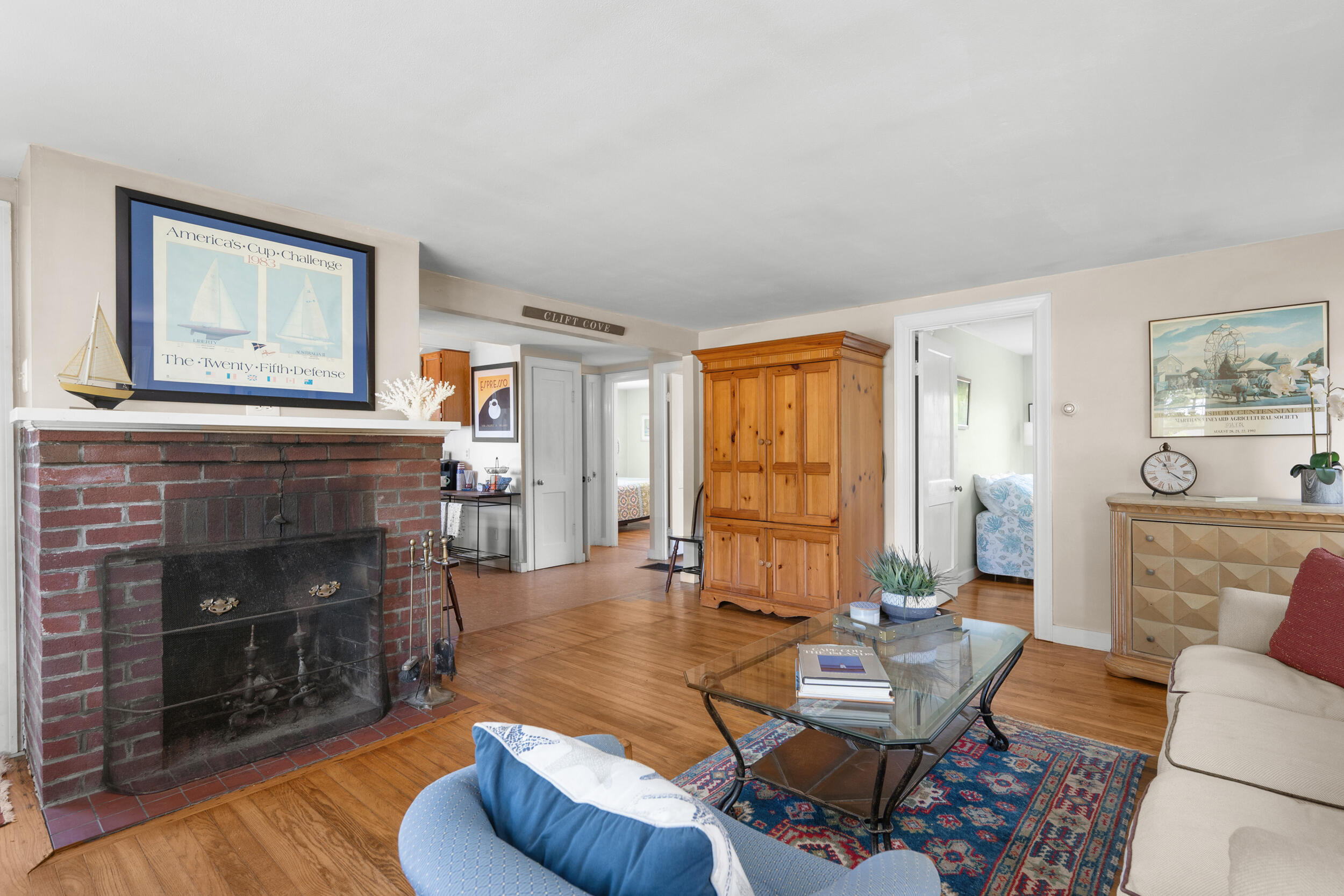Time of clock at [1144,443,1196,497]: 11:21
